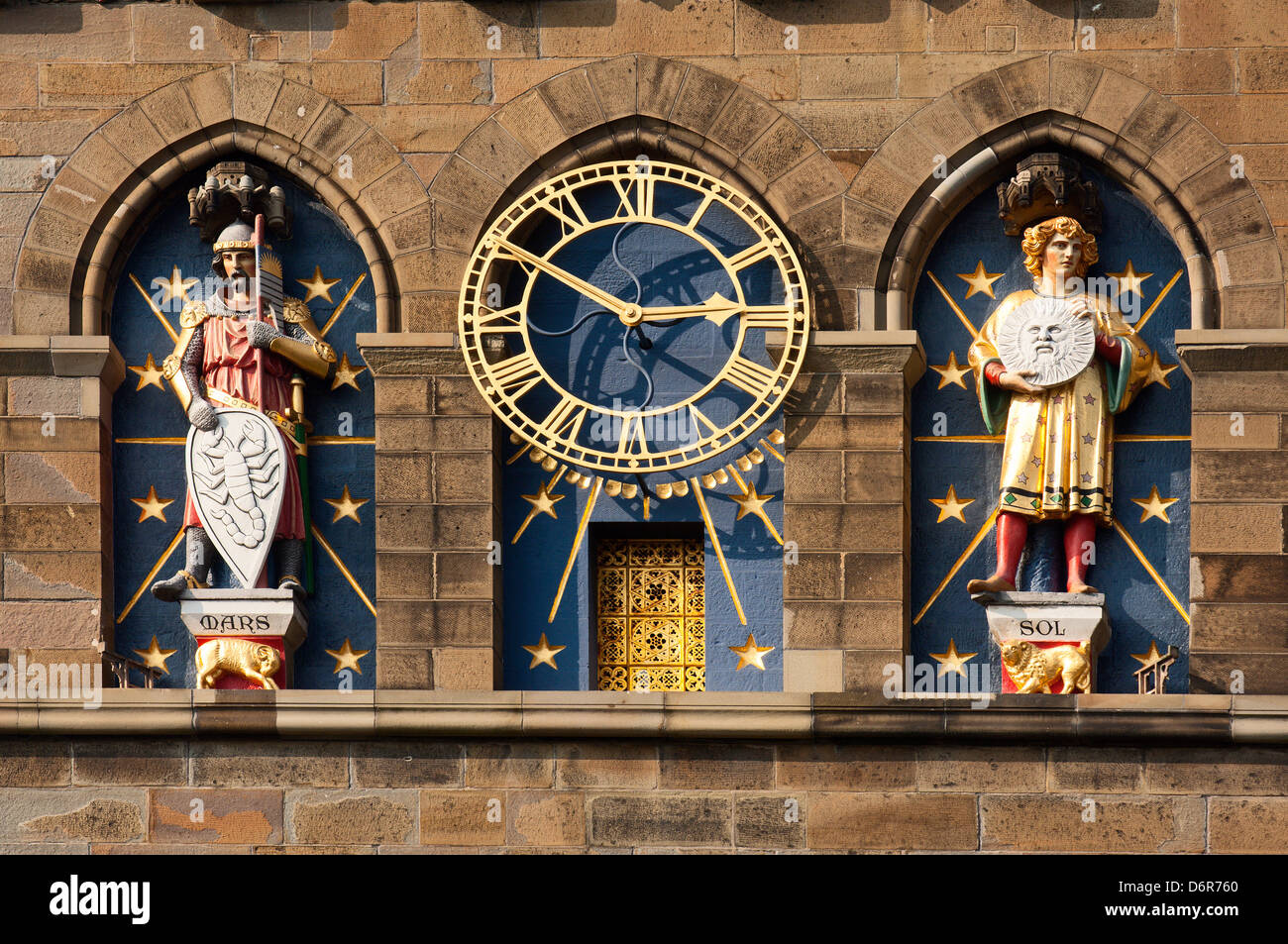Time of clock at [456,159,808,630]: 2:49
